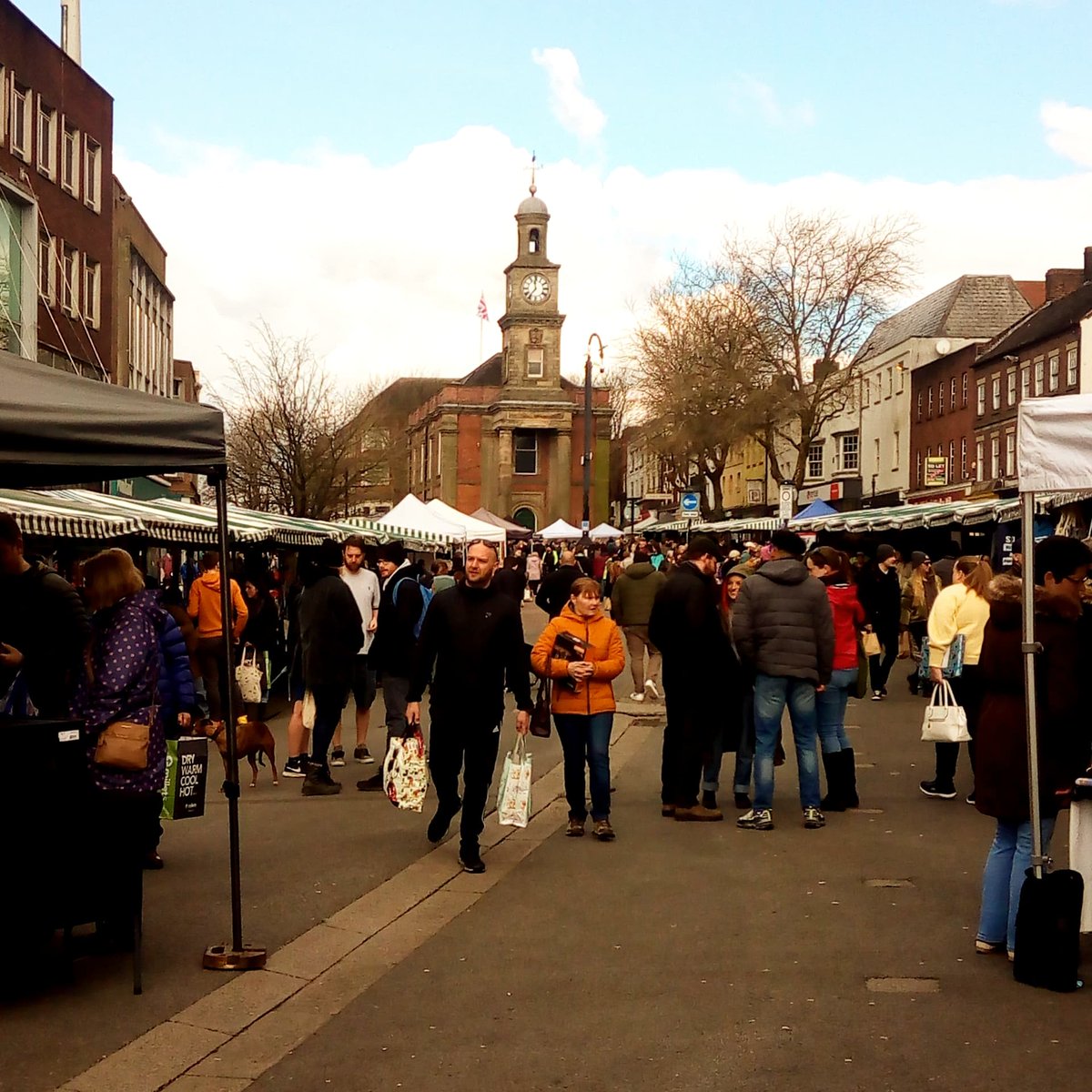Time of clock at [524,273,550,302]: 11:36
